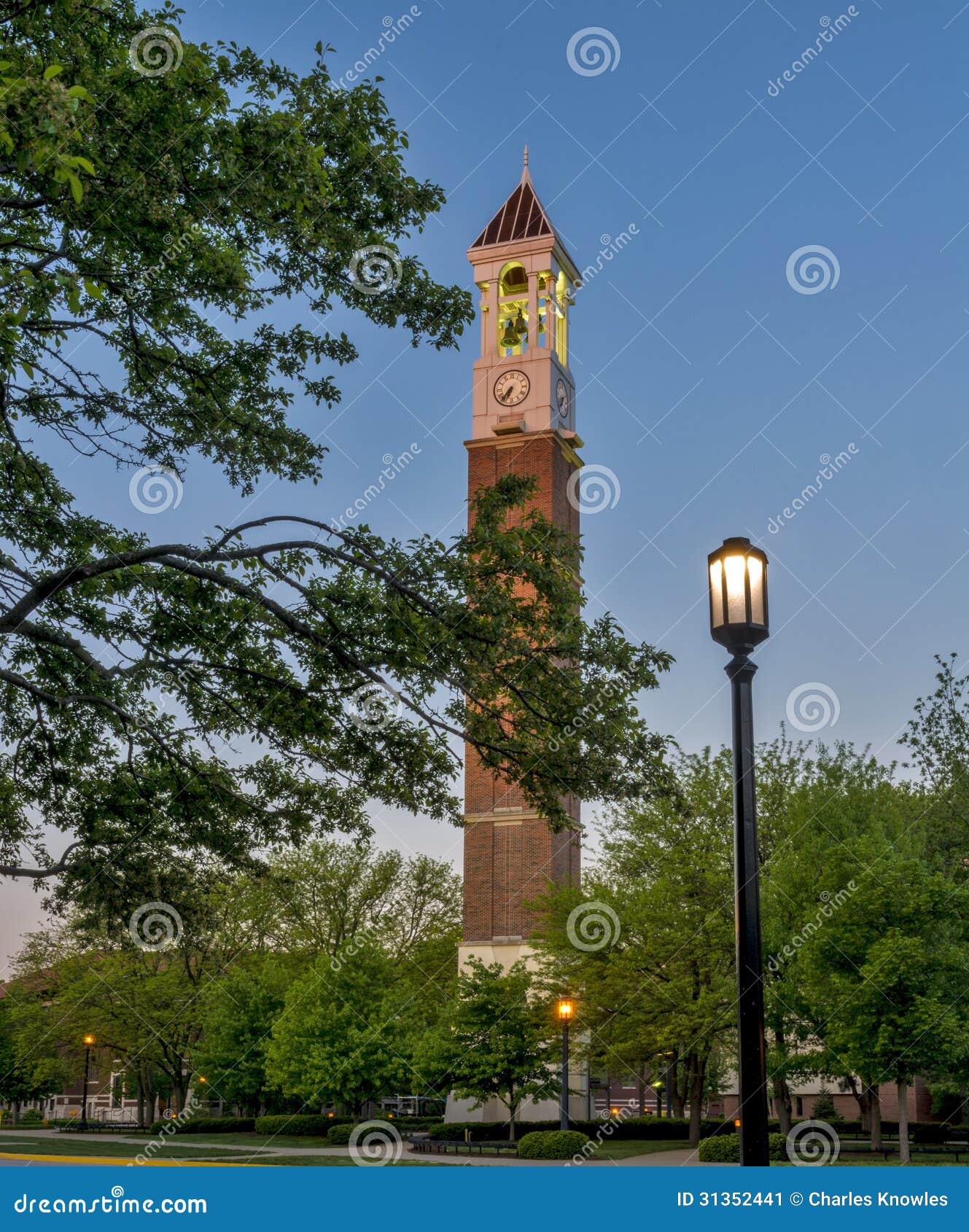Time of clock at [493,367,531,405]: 6:36
